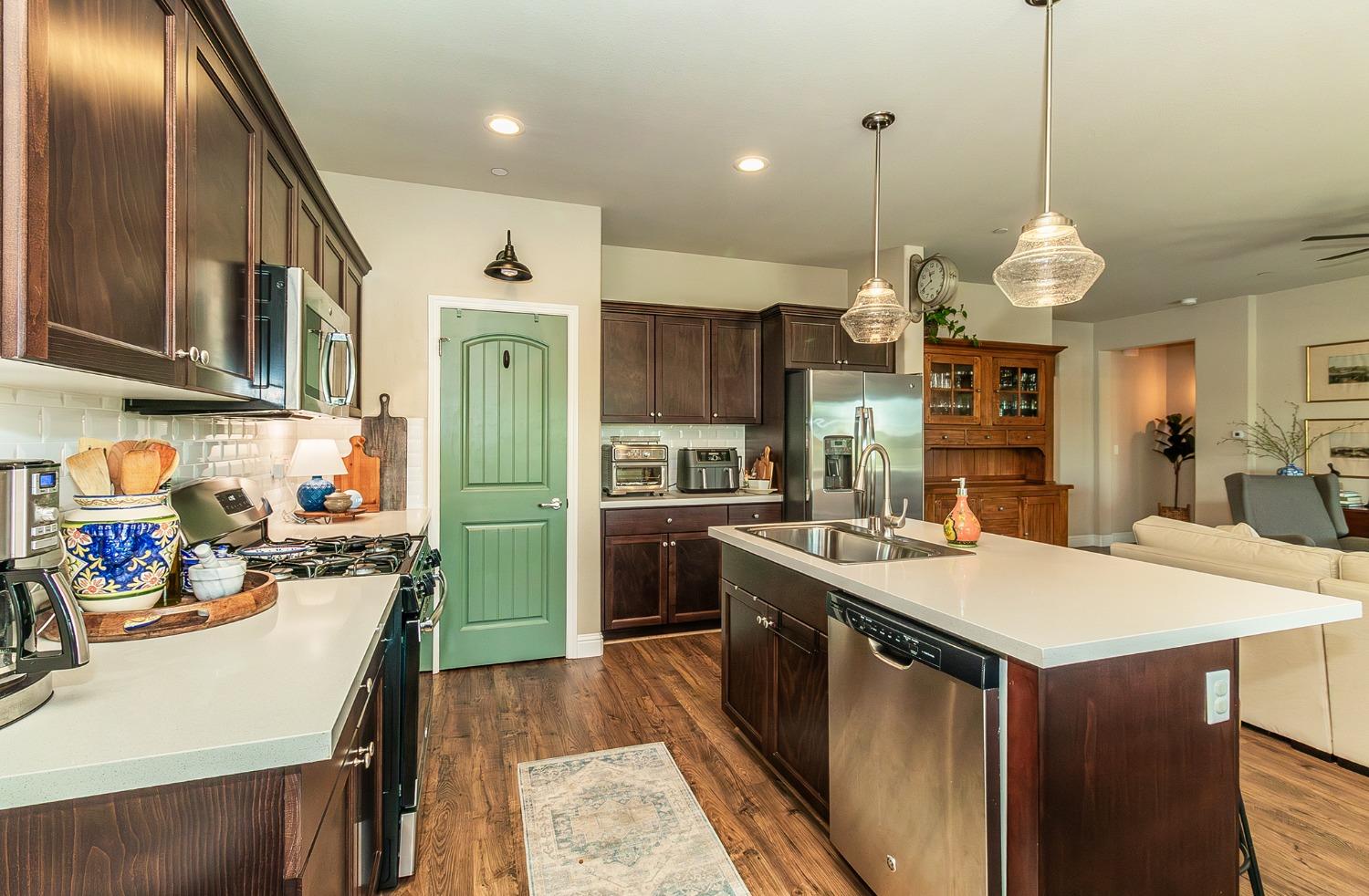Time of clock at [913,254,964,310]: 11:41
